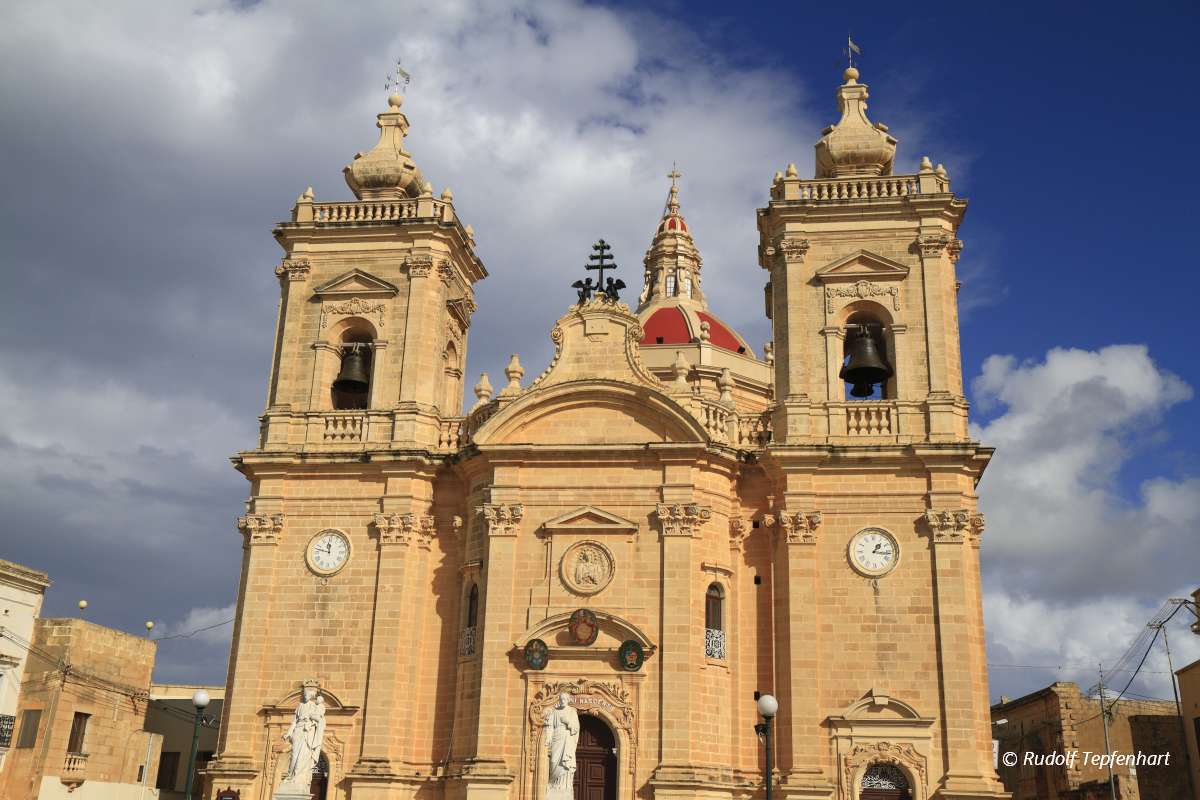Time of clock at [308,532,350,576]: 11:47
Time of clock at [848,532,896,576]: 1:16
